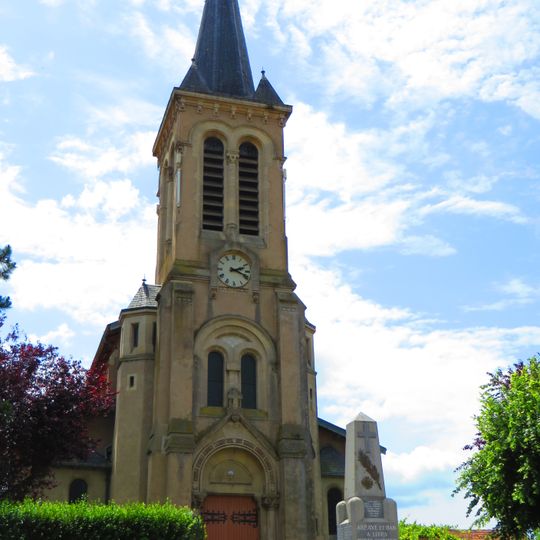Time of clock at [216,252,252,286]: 2:18
